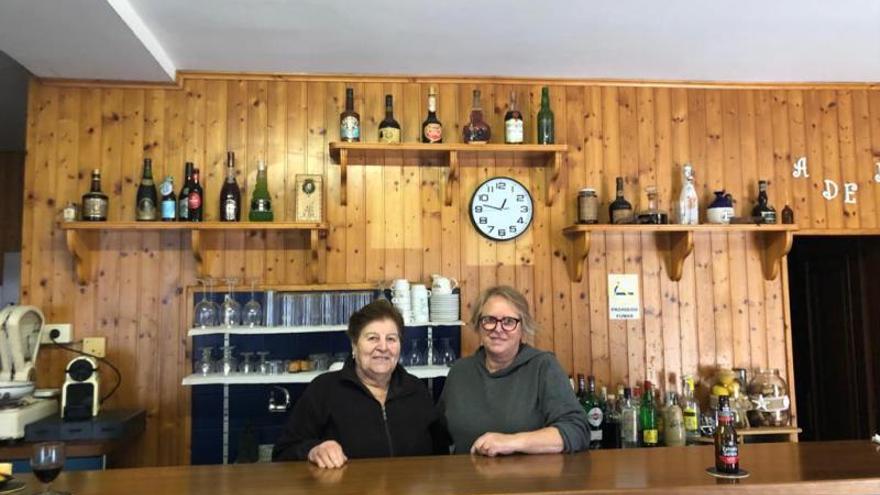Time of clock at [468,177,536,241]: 12:47
